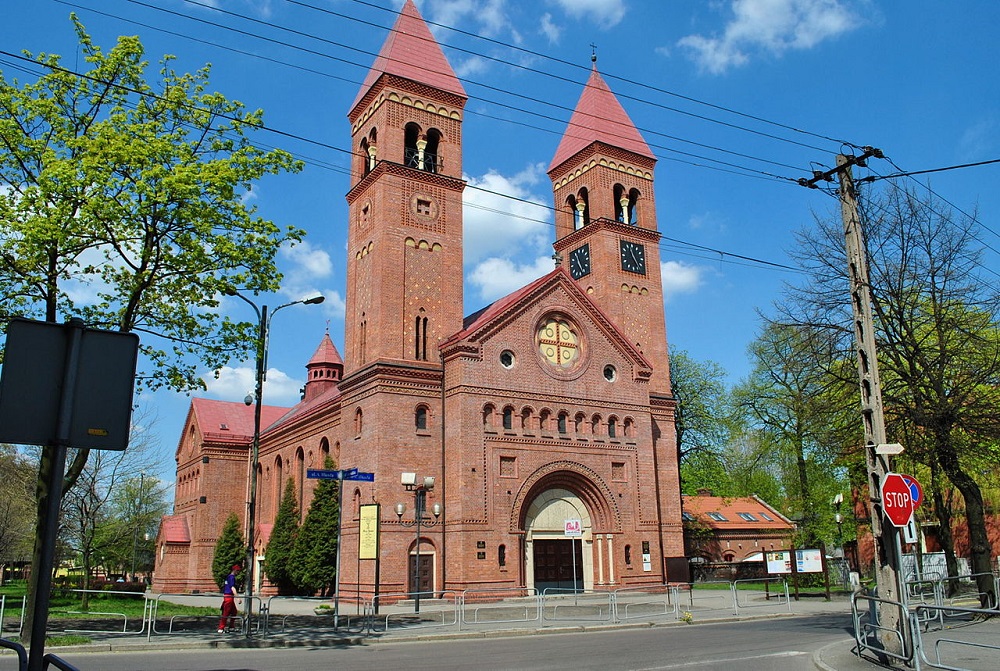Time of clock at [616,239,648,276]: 11:24
